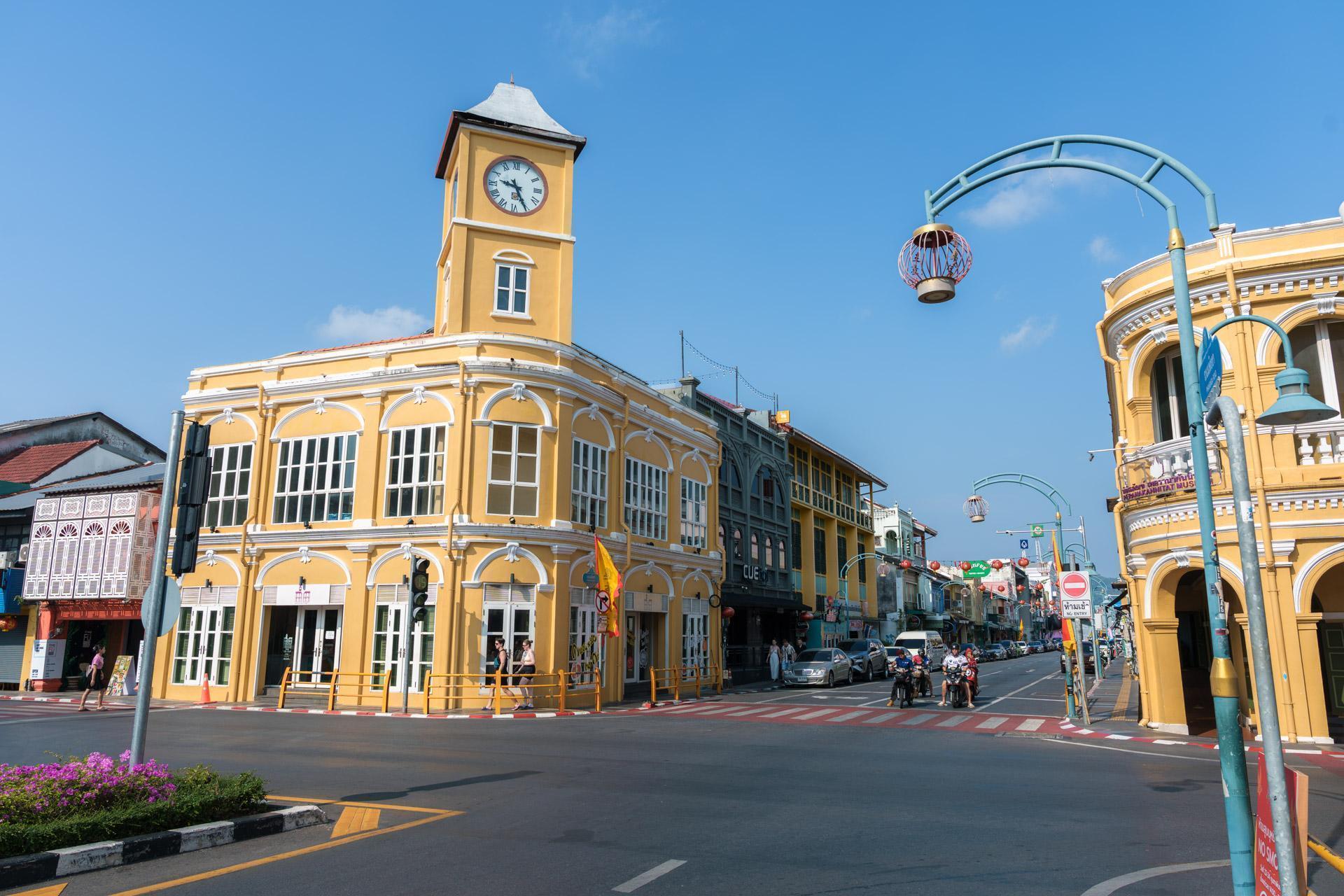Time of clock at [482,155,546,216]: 9:25
